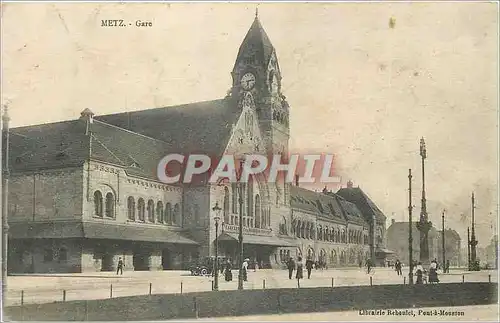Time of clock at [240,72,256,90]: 6:13
